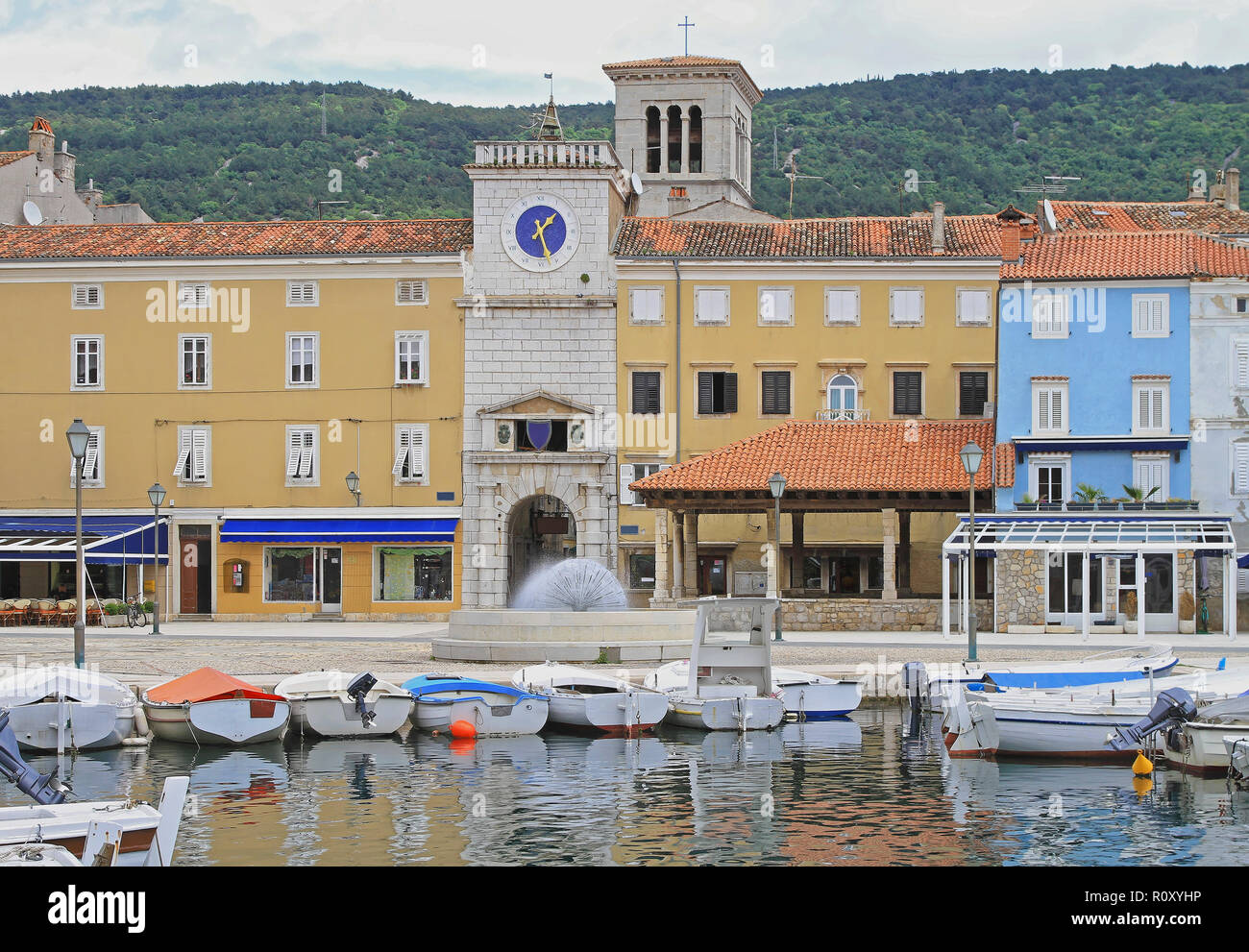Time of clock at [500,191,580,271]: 1:27
